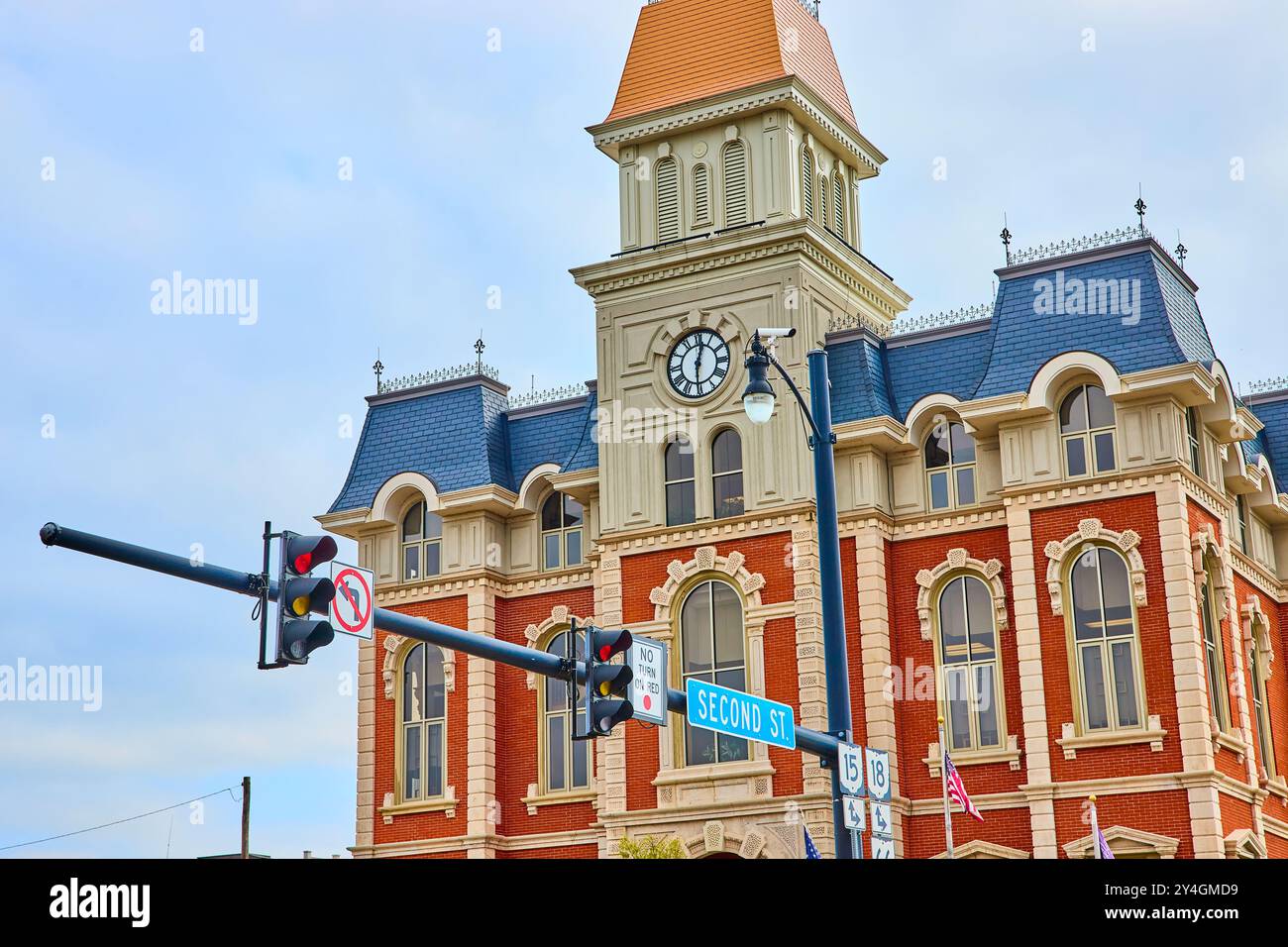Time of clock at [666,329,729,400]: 12:30
